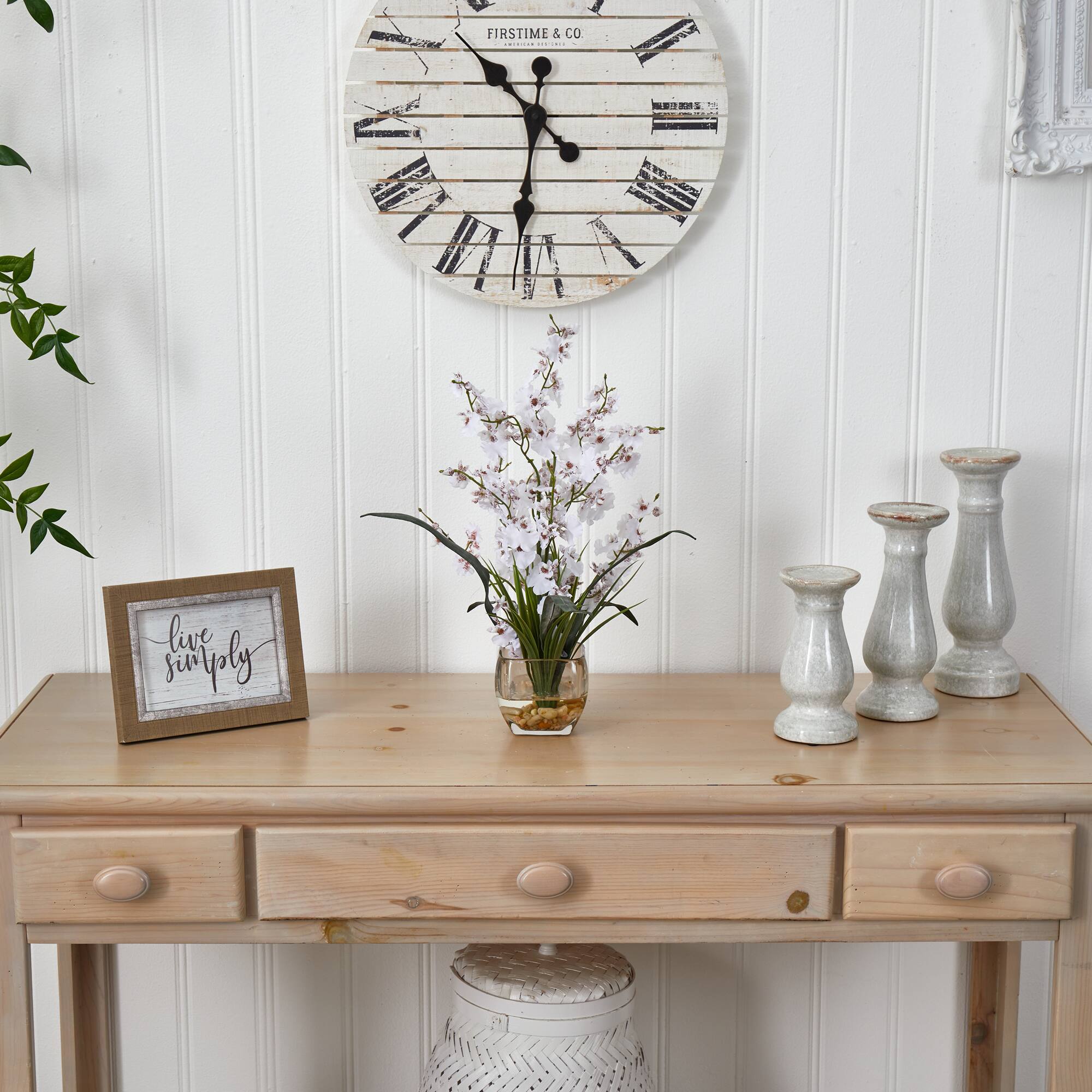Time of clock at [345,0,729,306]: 10:31
